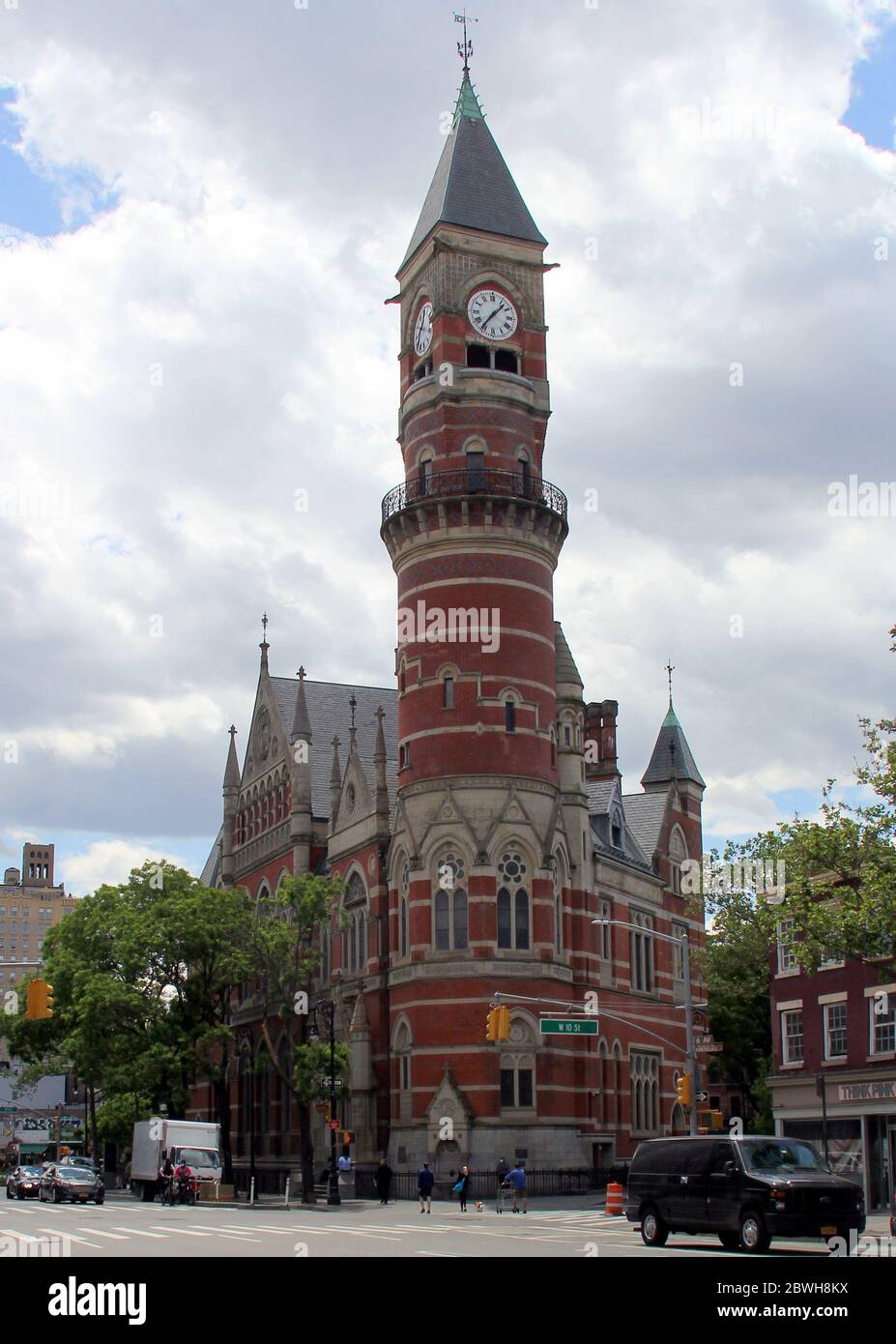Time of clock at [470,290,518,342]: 1:36
